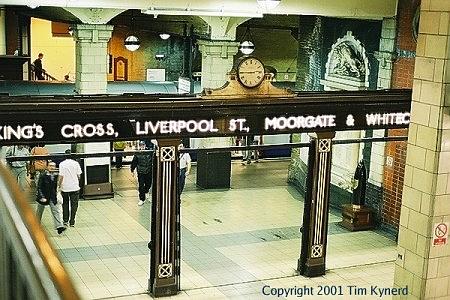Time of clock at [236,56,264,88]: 2:45
